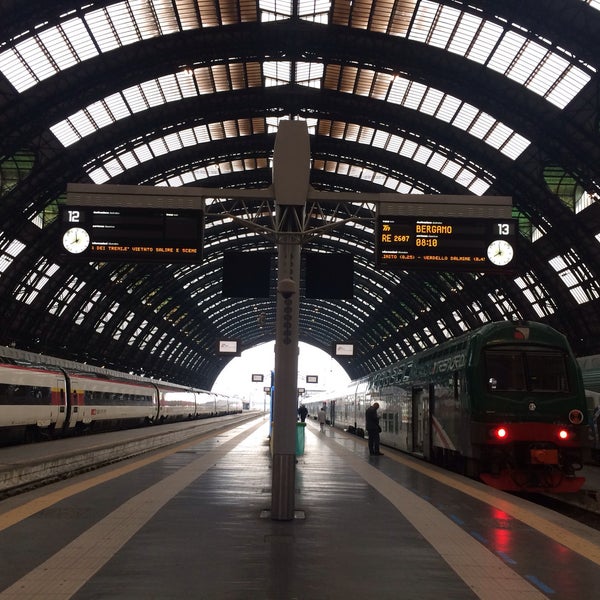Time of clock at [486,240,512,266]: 7:59
